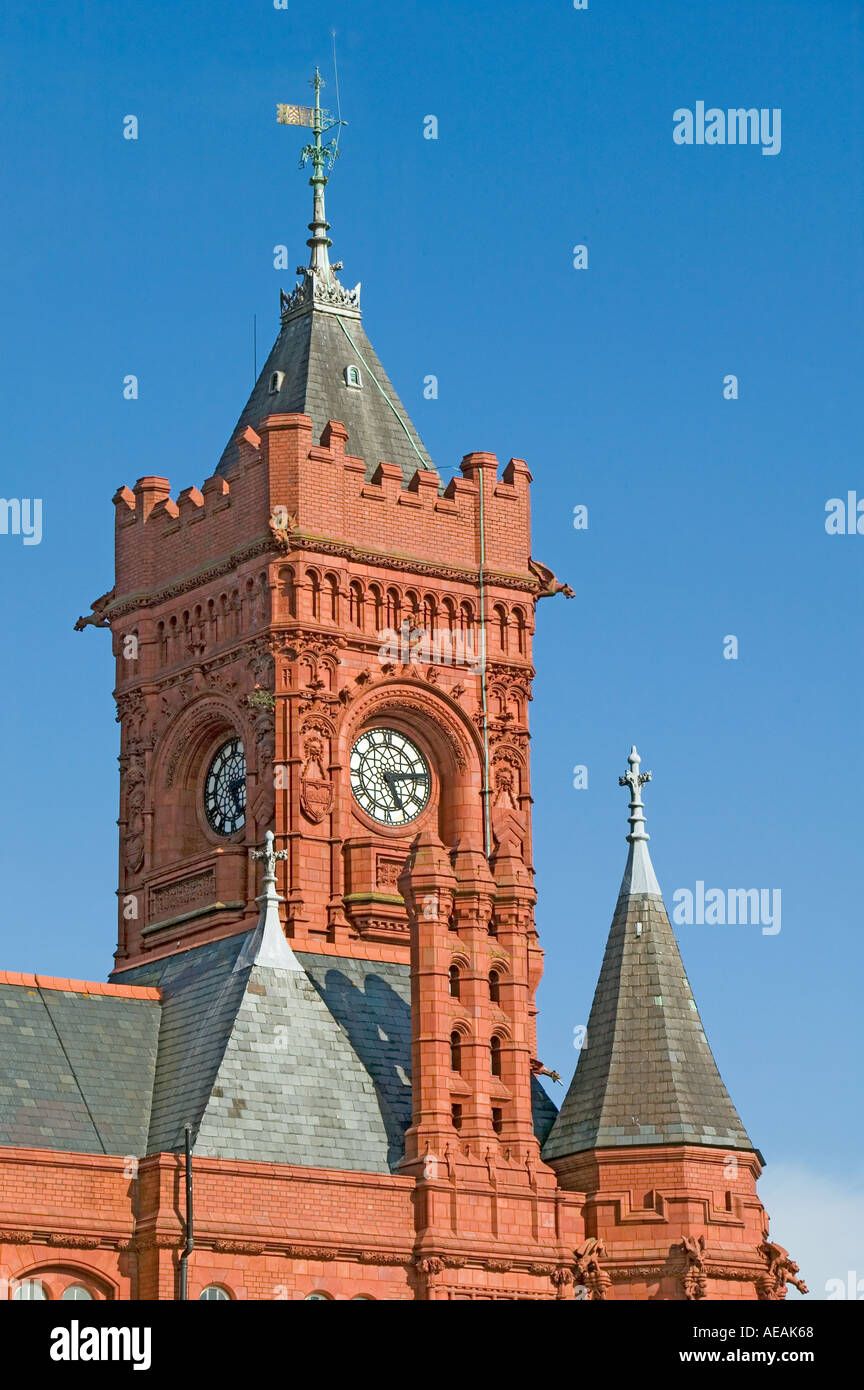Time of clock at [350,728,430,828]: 5:13
